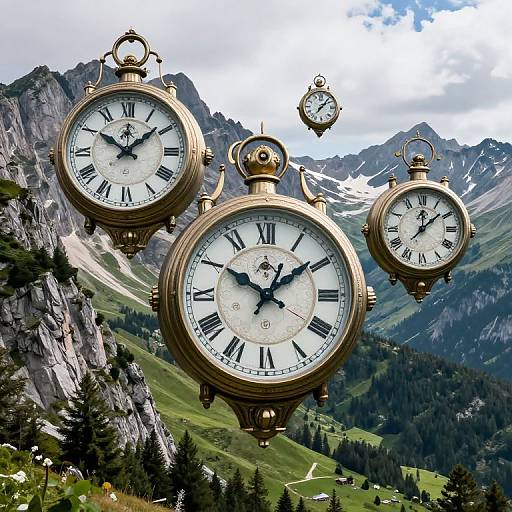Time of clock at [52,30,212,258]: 1:50
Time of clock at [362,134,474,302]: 12:08
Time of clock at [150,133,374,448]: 10:09
